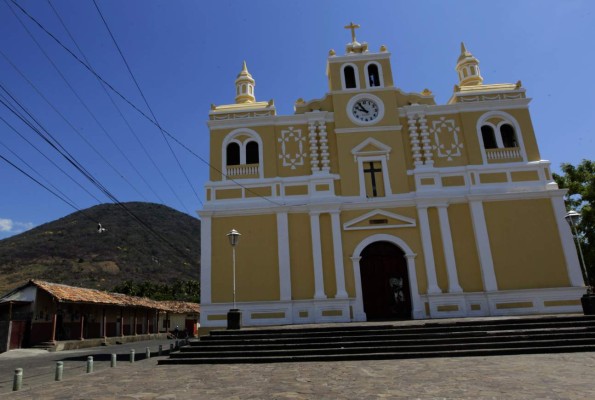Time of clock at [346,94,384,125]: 9:54
